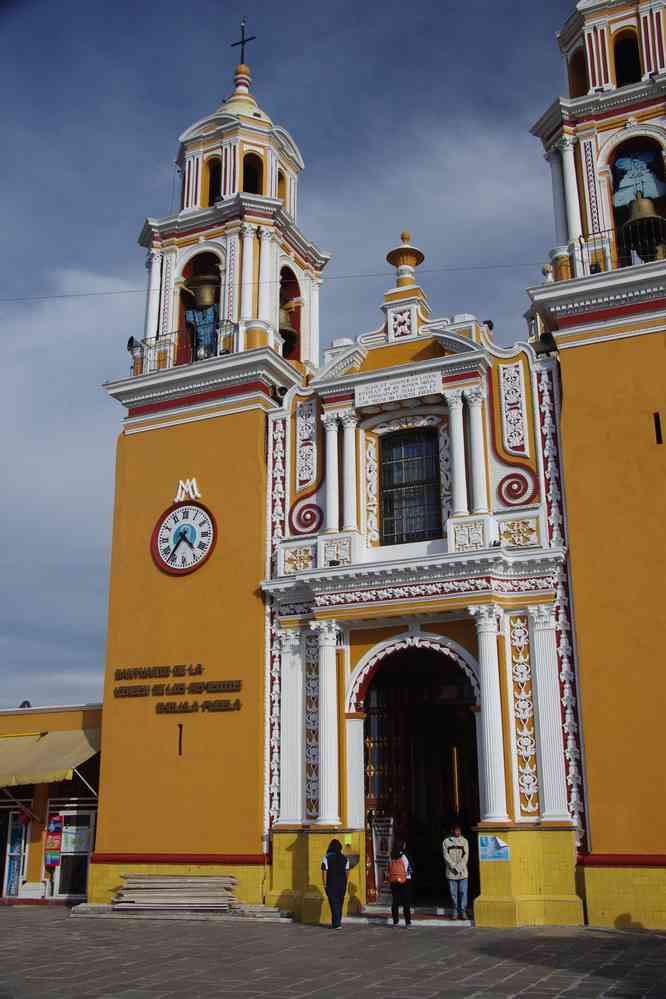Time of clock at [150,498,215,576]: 4:36
